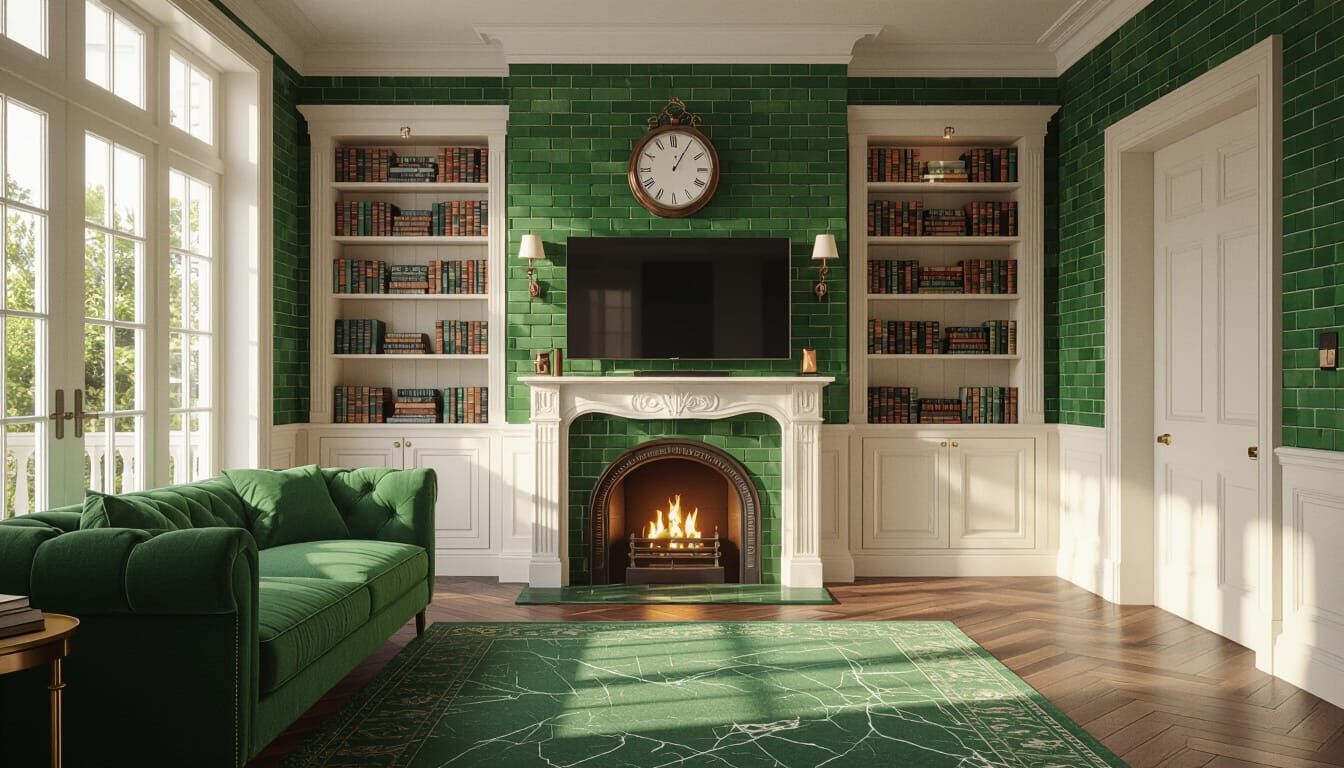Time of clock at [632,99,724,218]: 12:05
